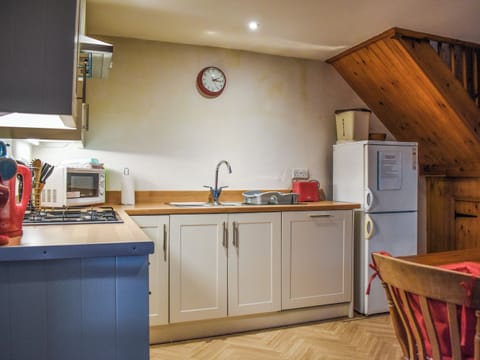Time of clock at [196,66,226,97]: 2:16
